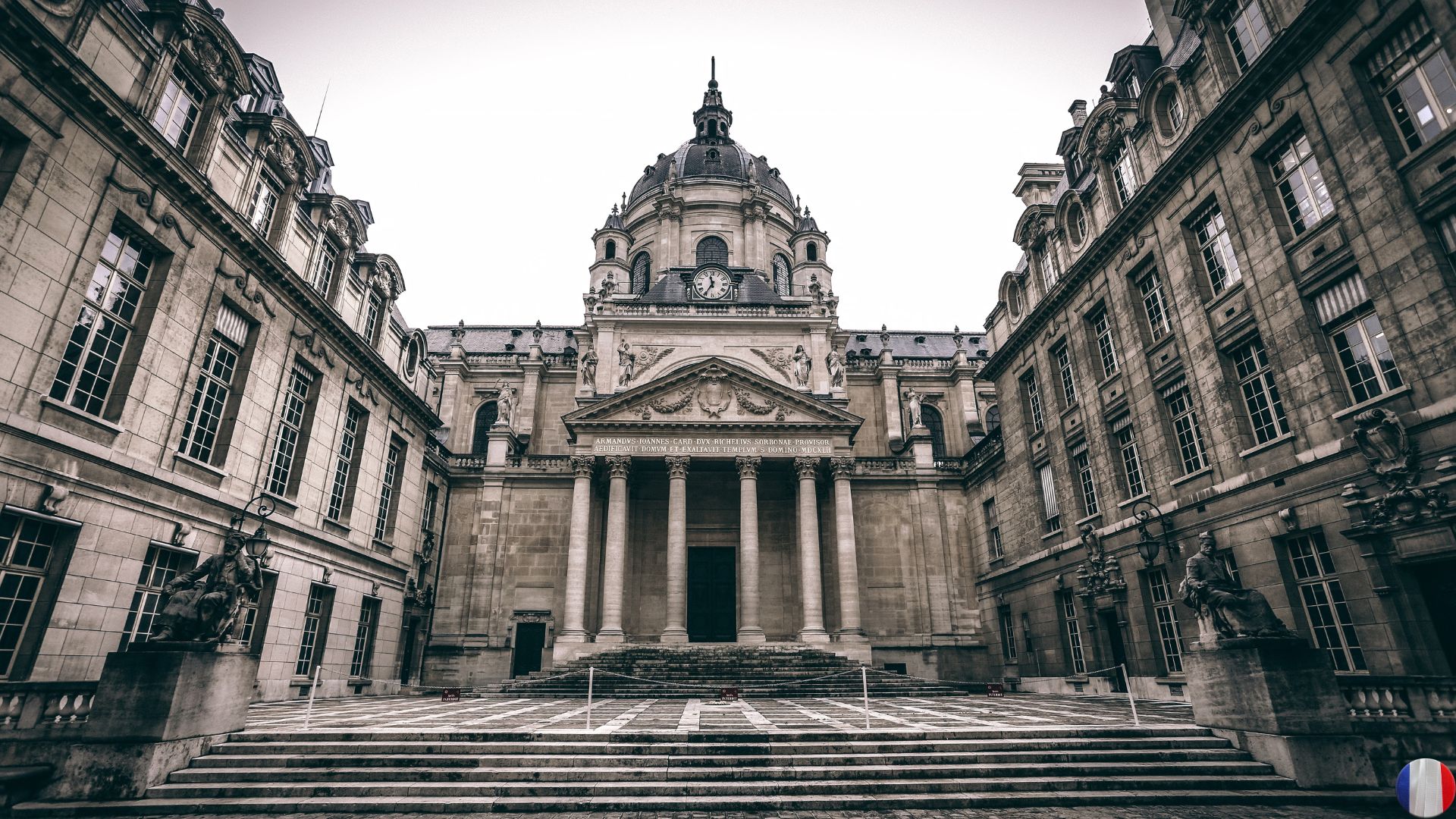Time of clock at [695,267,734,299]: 11:35
